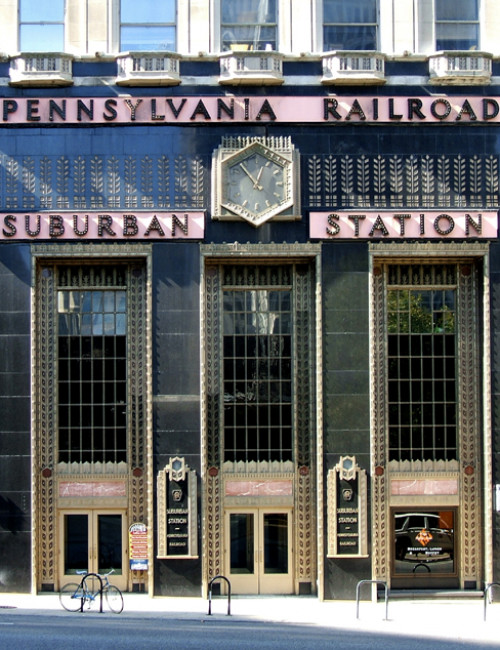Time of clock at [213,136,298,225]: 12:53
